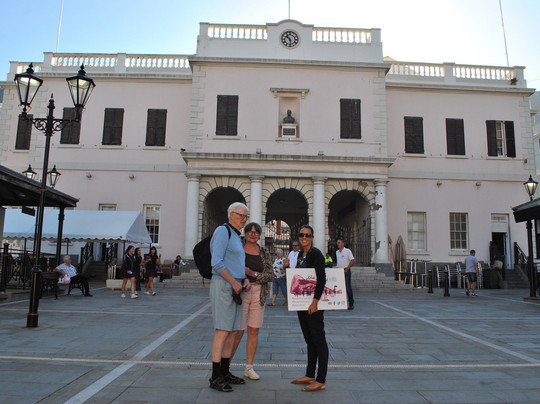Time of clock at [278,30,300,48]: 10:28
